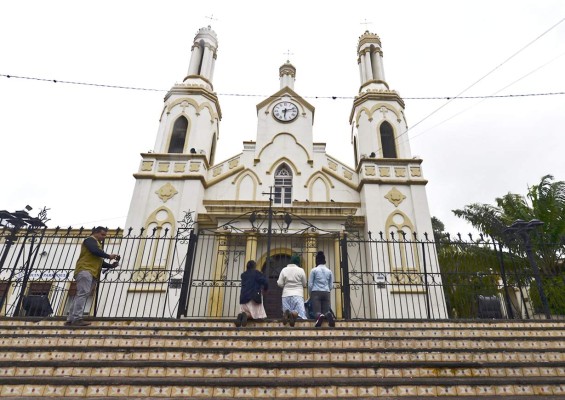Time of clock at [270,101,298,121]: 6:12
